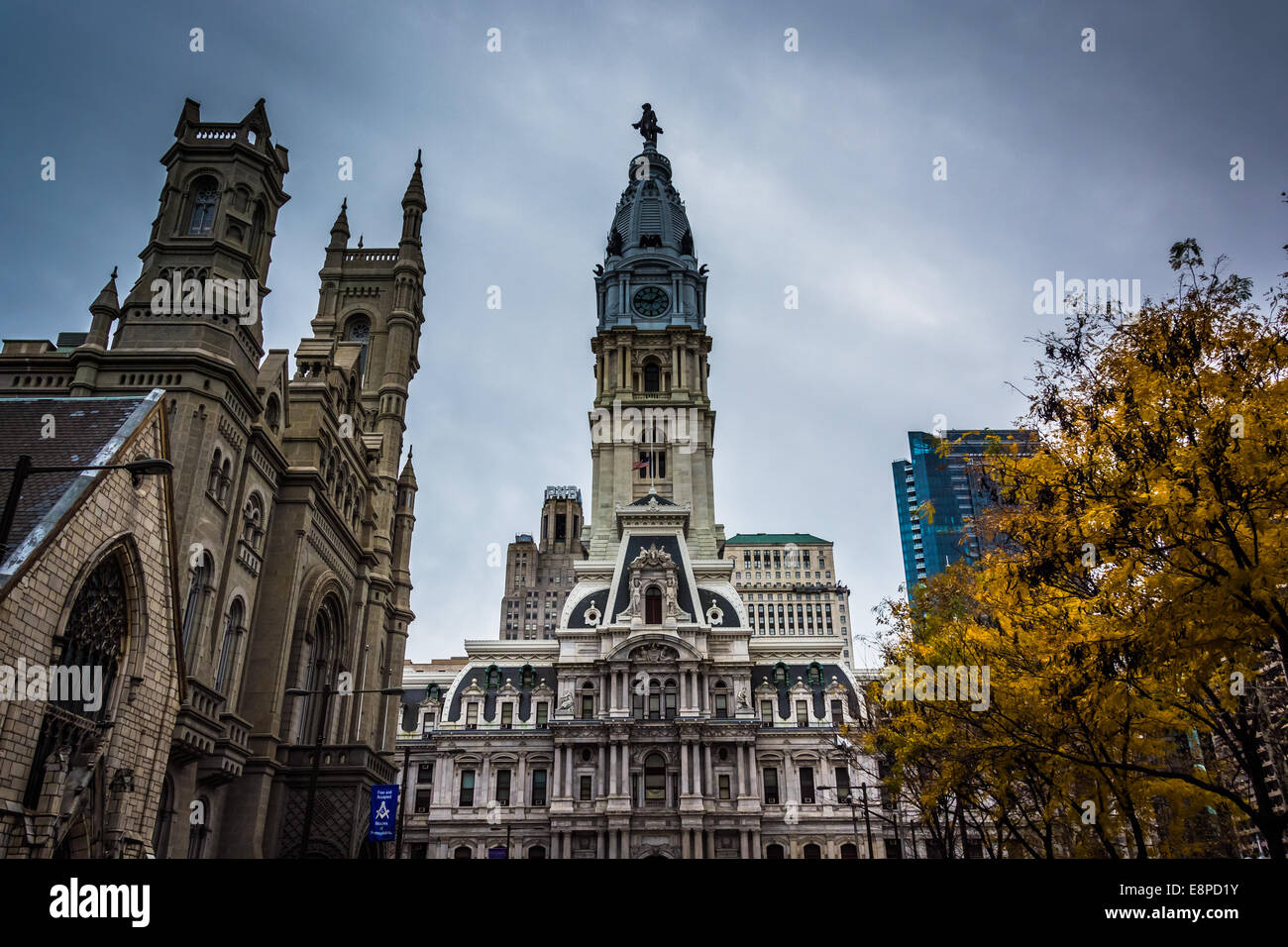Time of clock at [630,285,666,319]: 1:46
